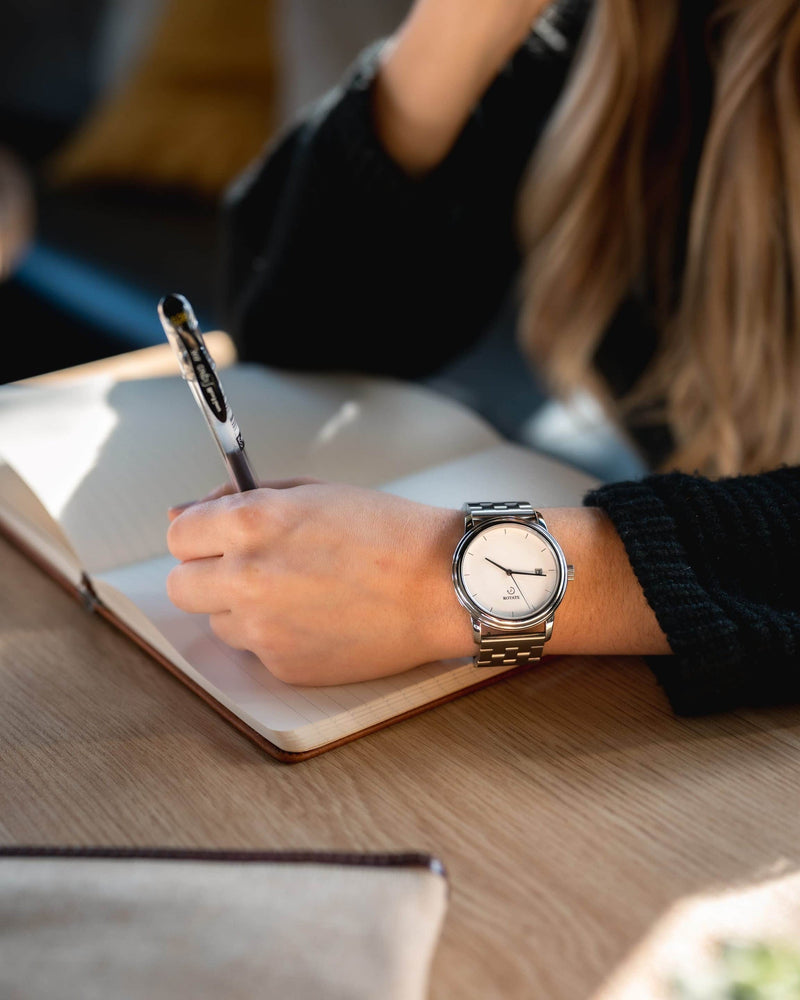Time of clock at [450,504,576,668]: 10:16
